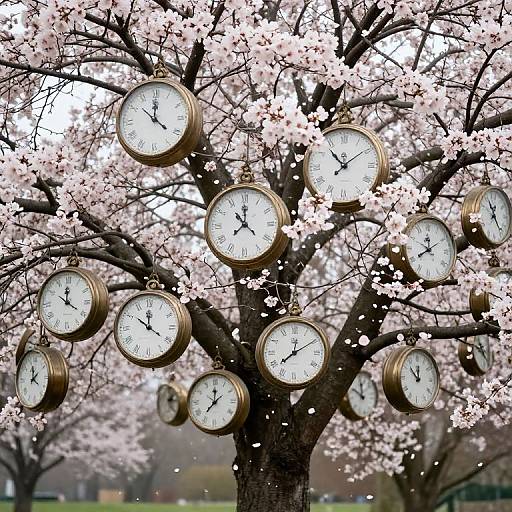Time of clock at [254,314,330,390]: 12:09
